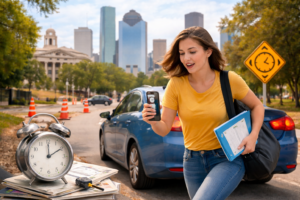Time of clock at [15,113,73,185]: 2:00
